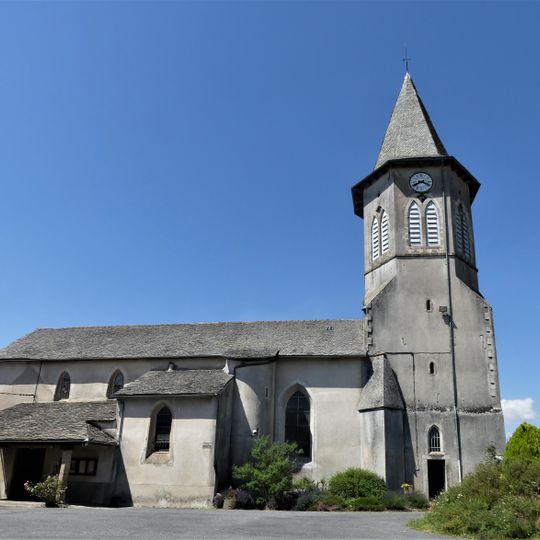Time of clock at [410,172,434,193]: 3:40
